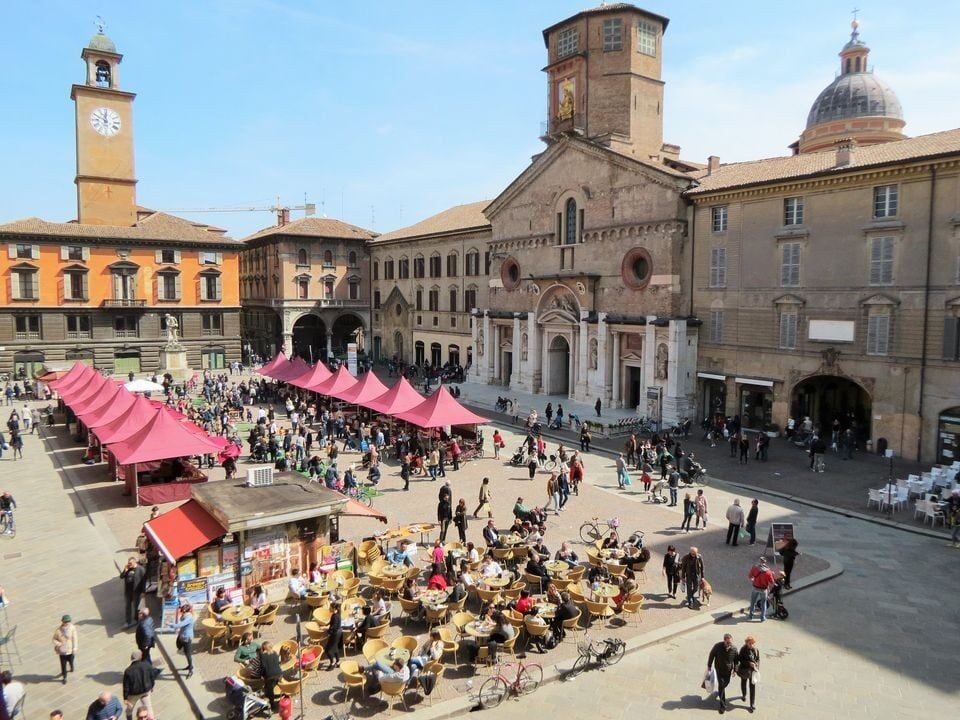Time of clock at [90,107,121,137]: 11:49
